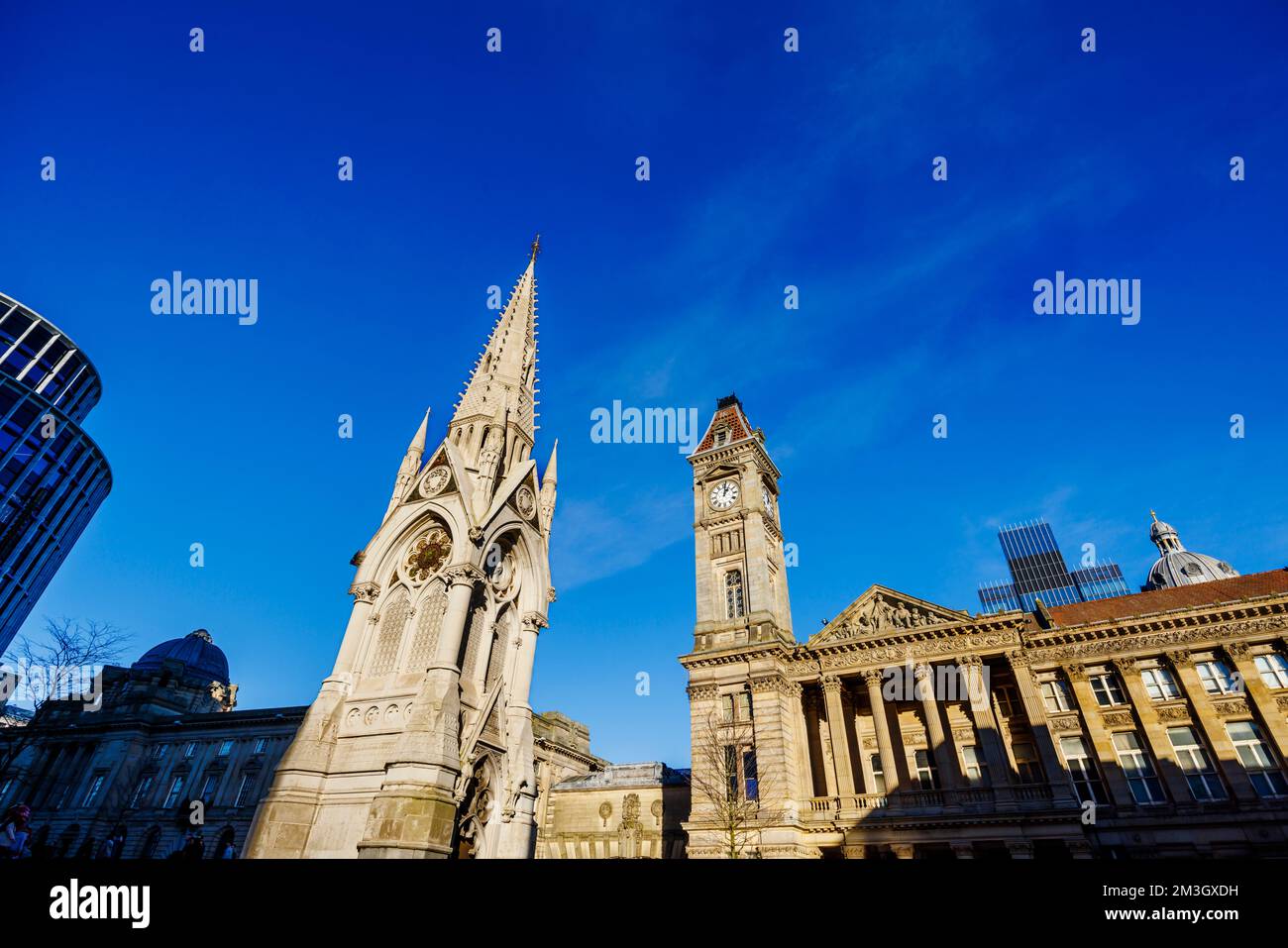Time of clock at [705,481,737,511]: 1:01
